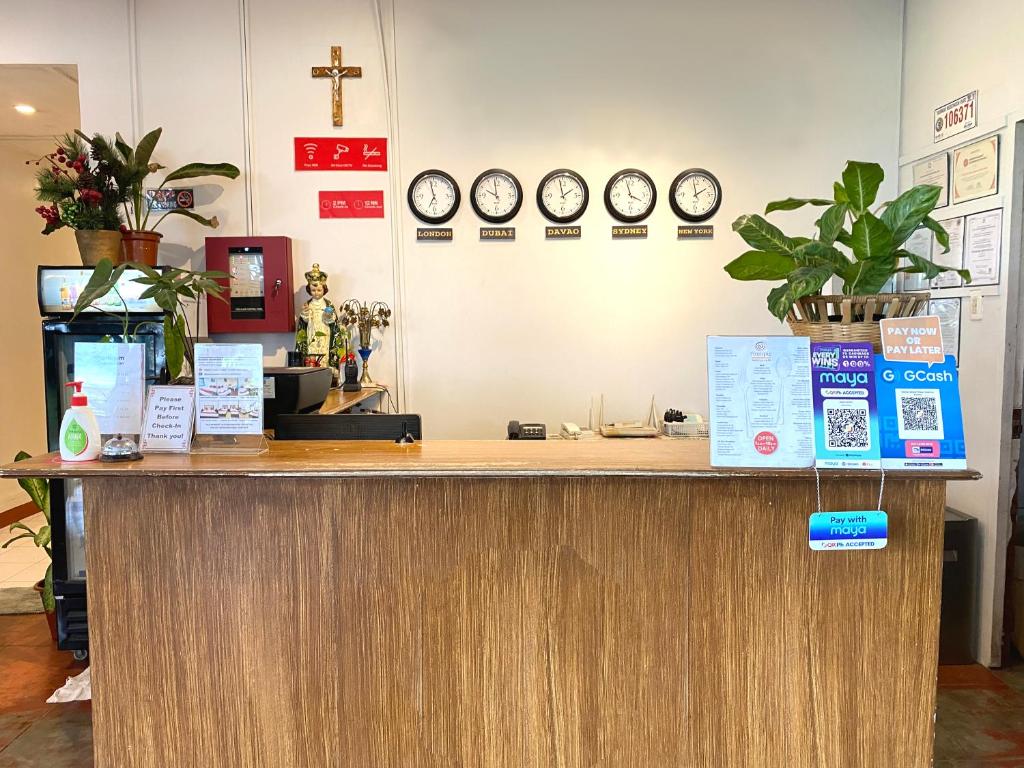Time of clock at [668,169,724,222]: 1:58
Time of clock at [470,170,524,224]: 9:58
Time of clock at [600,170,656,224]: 3:57
